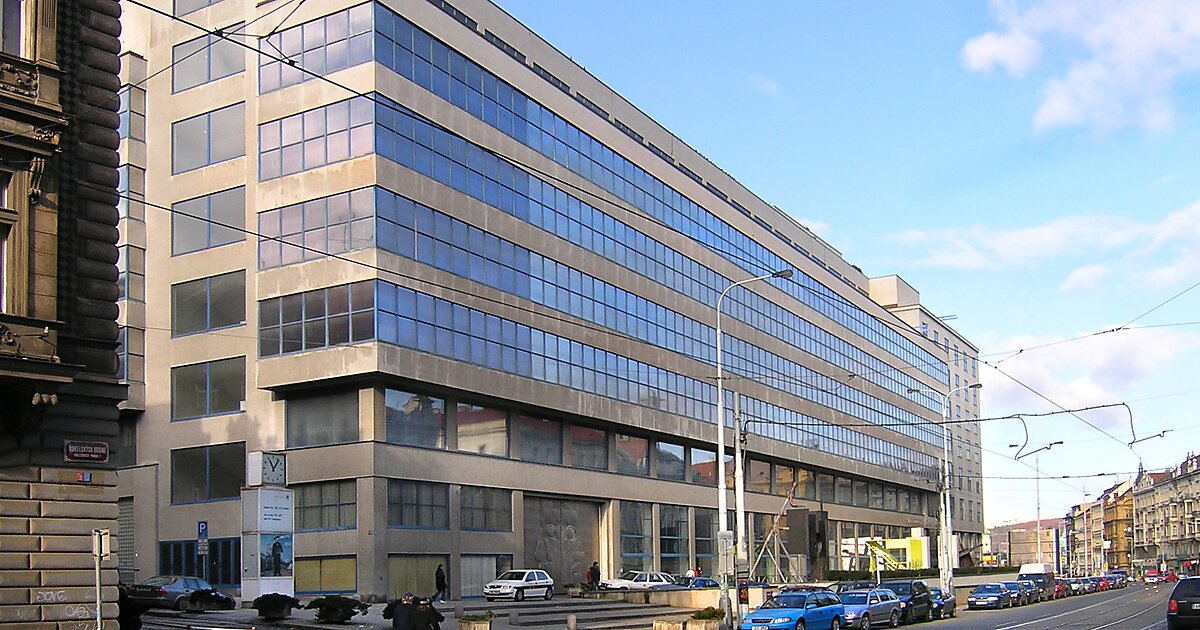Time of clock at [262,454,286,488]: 11:06
